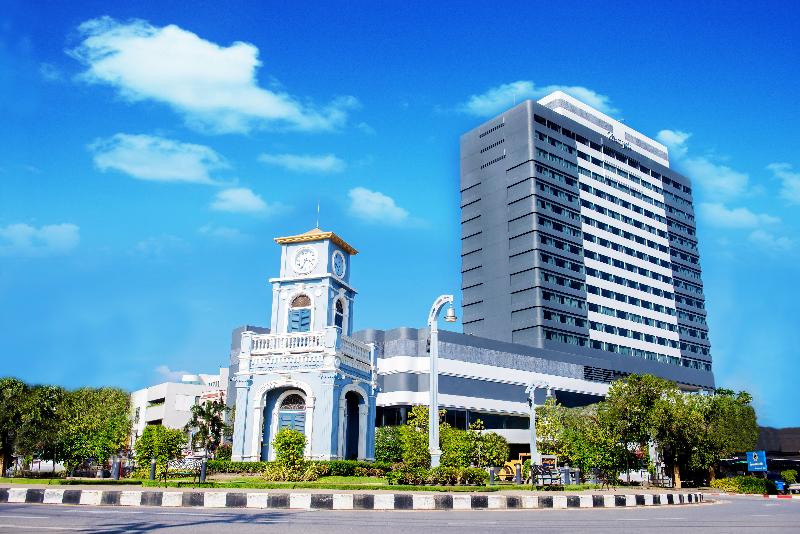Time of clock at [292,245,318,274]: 3:34
